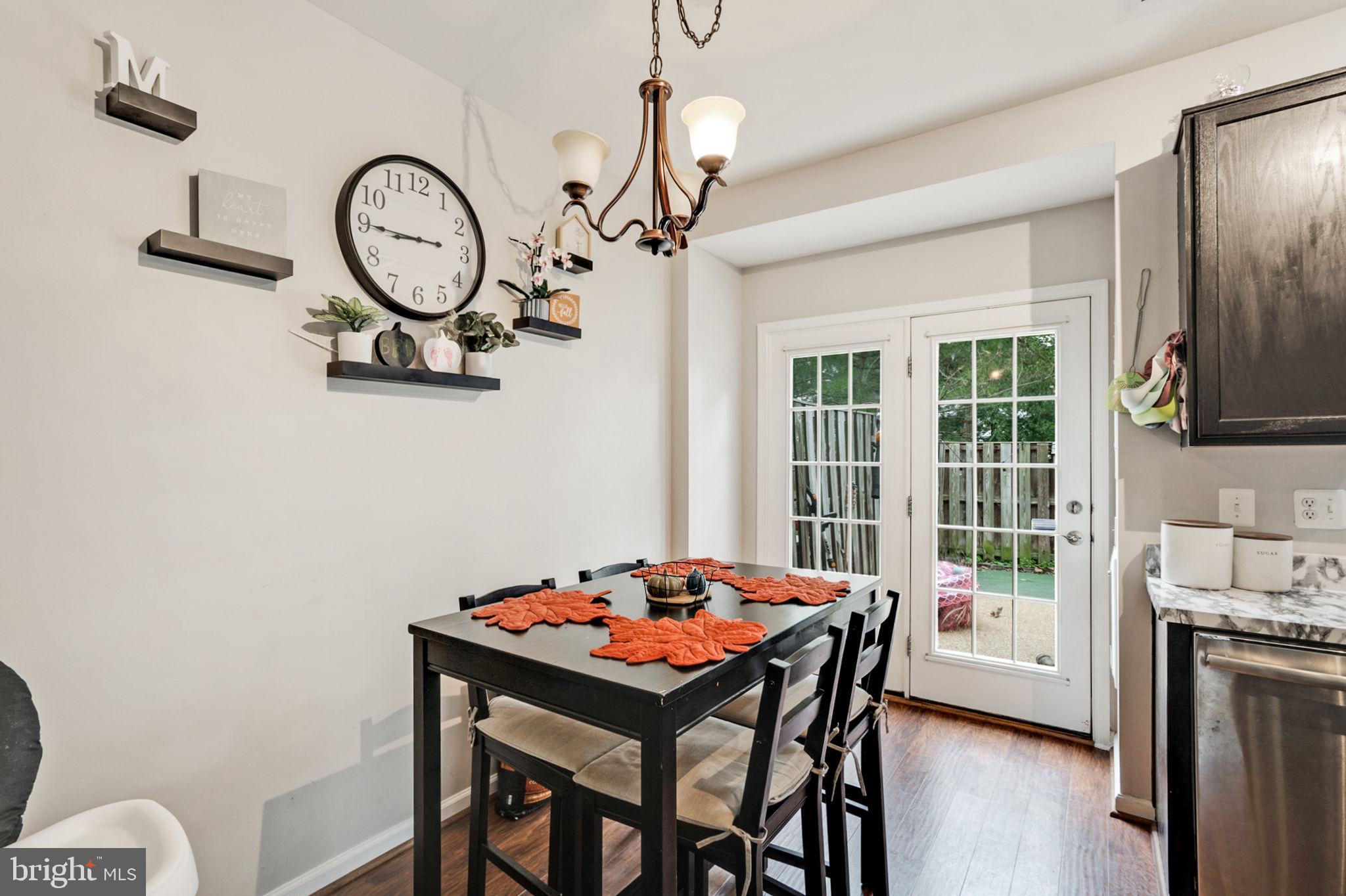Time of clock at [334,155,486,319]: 8:44
